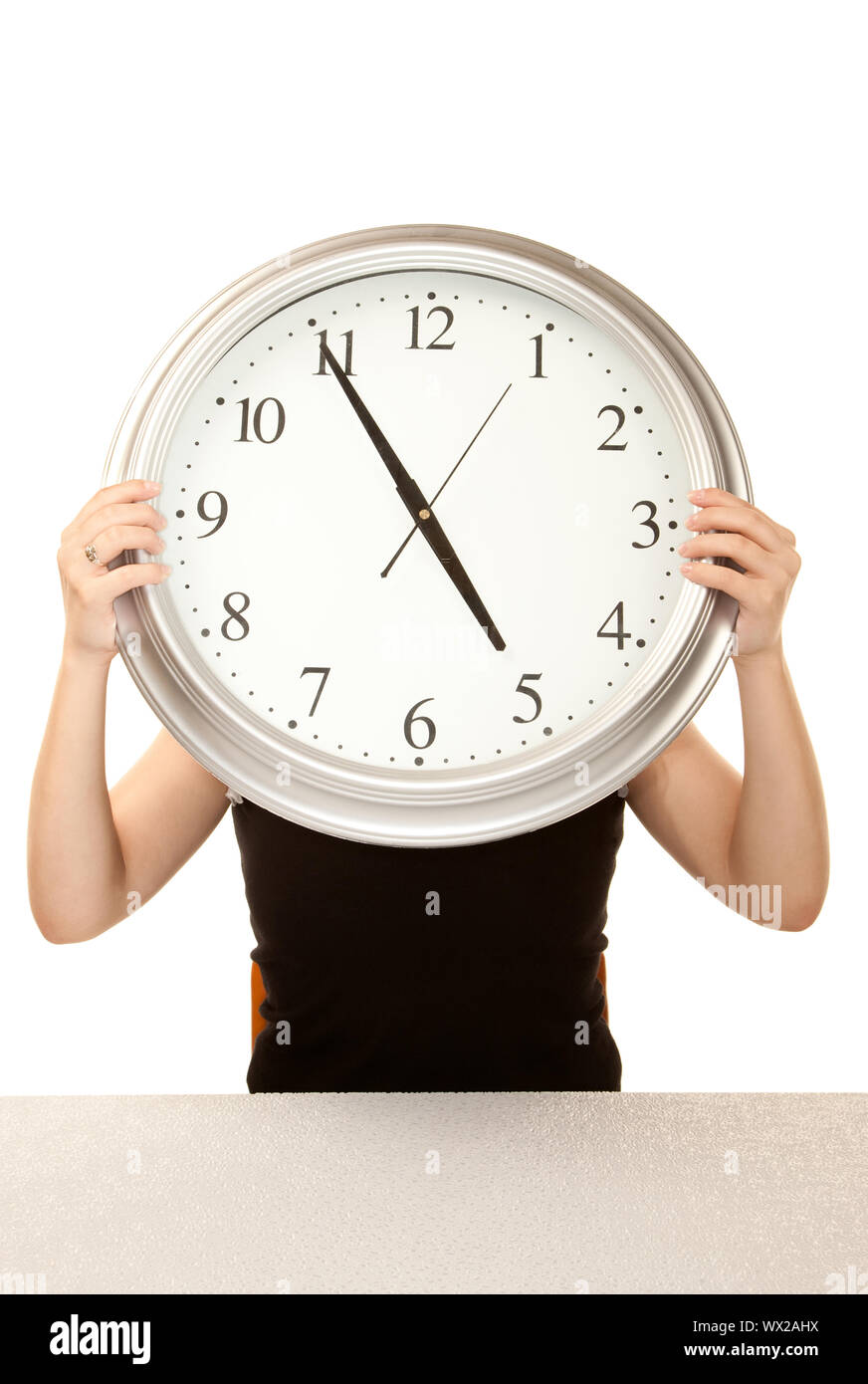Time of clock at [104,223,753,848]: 4:54
